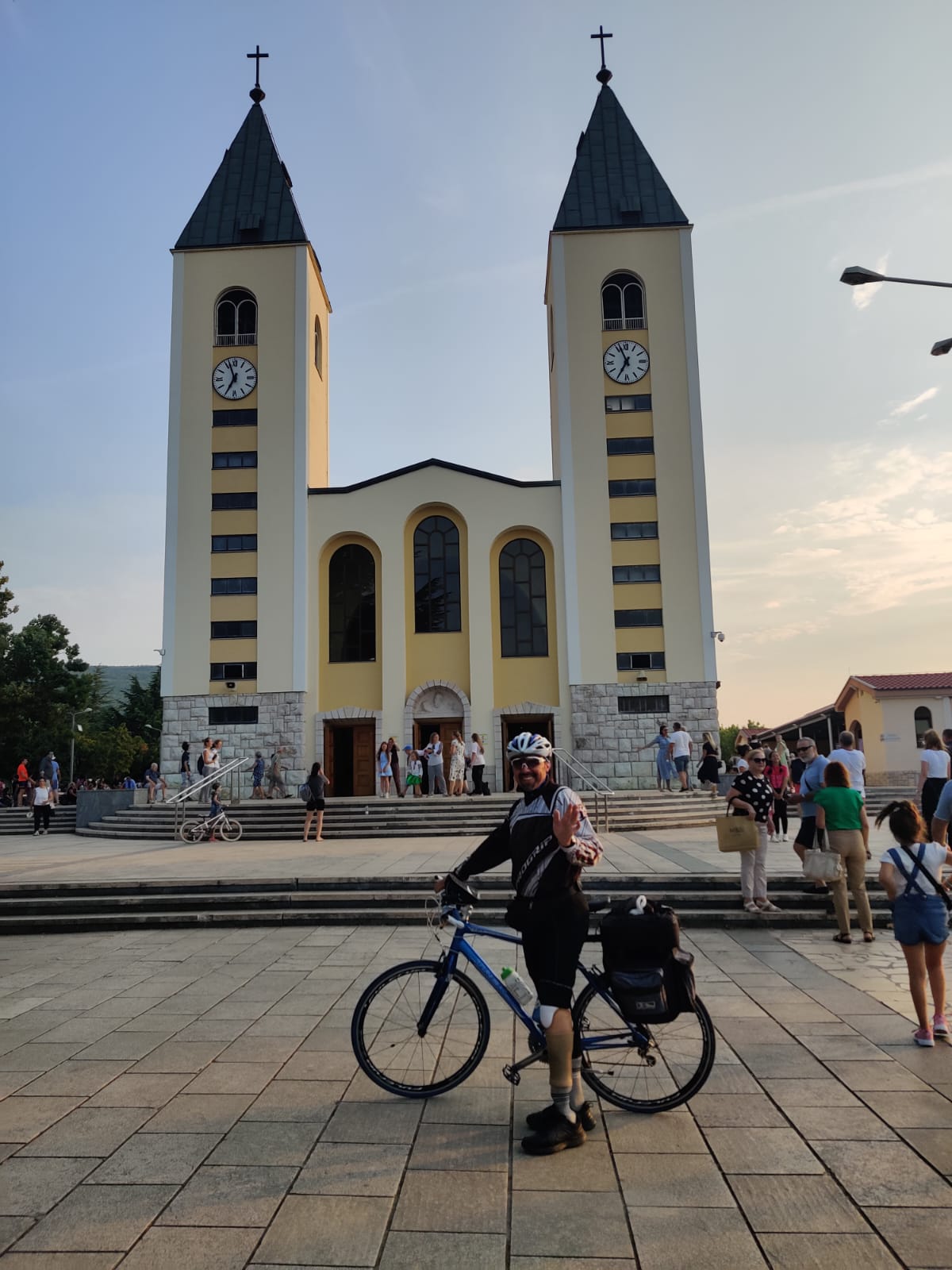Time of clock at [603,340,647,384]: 6:56
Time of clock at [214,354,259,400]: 6:56
